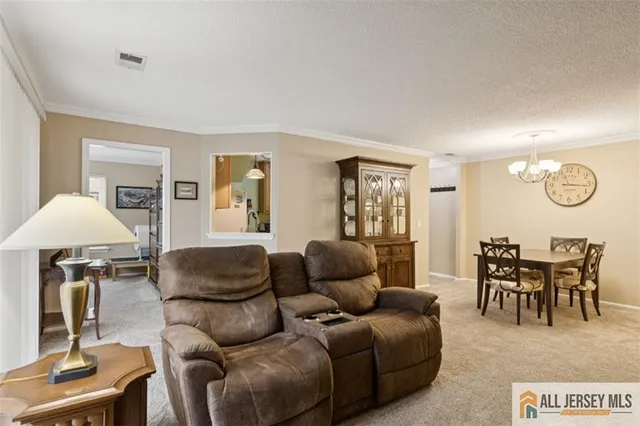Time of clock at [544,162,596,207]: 3:16
